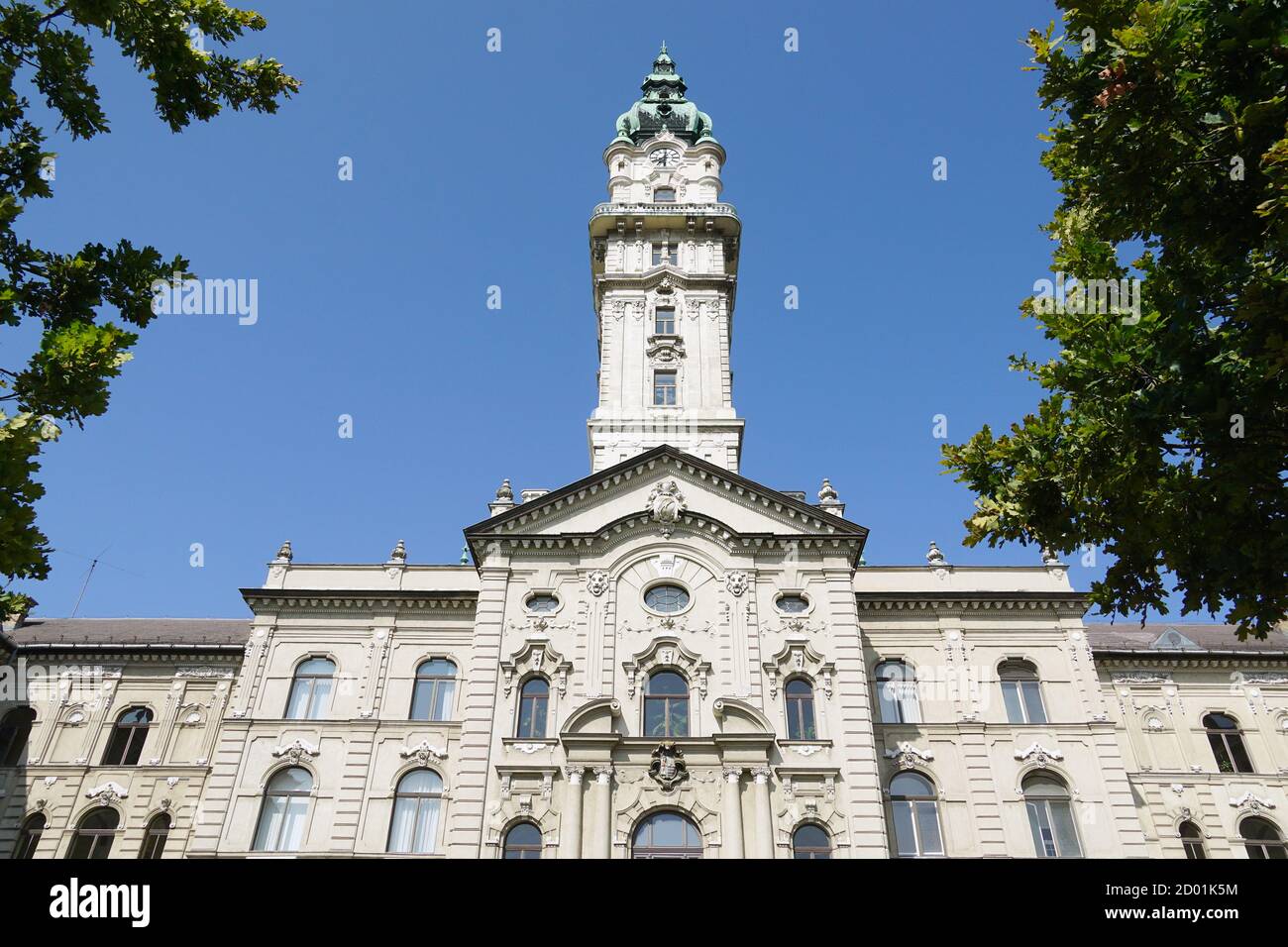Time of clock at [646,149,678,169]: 8:01
